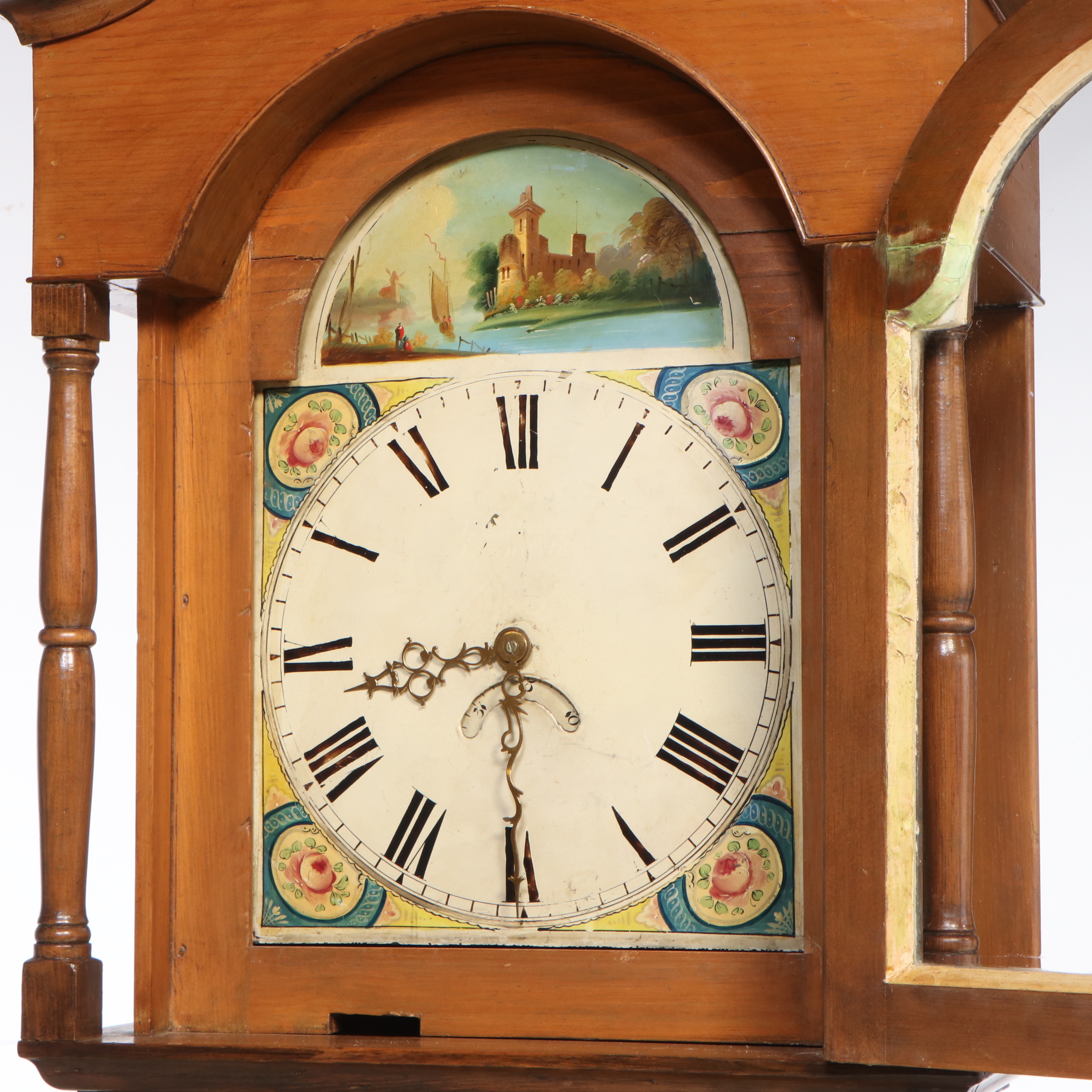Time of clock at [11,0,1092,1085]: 8:30
